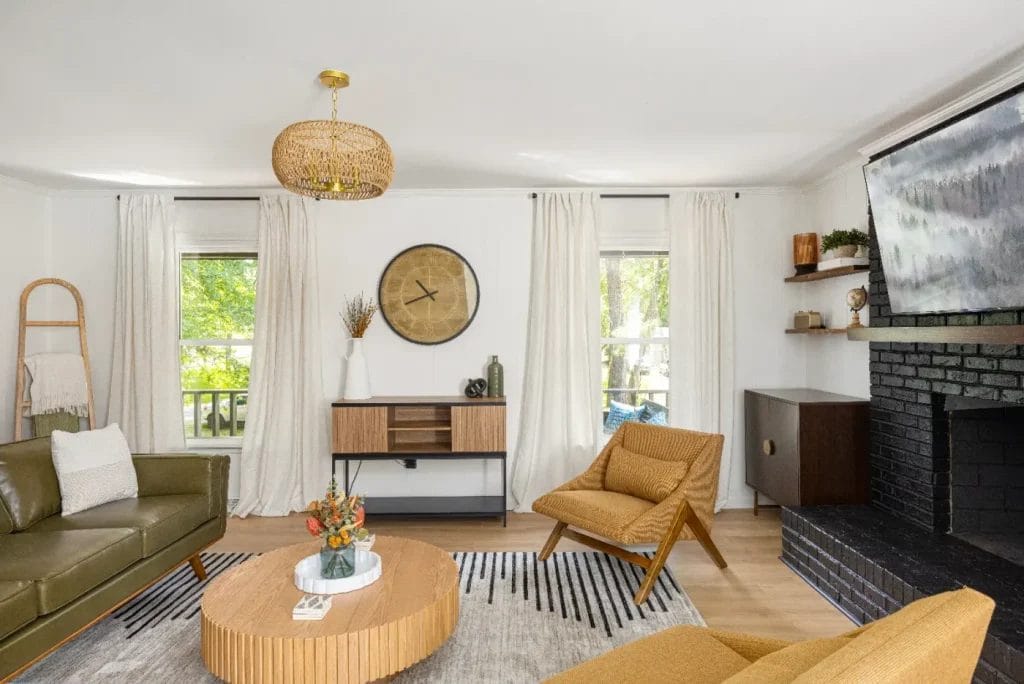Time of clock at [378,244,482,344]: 10:41
